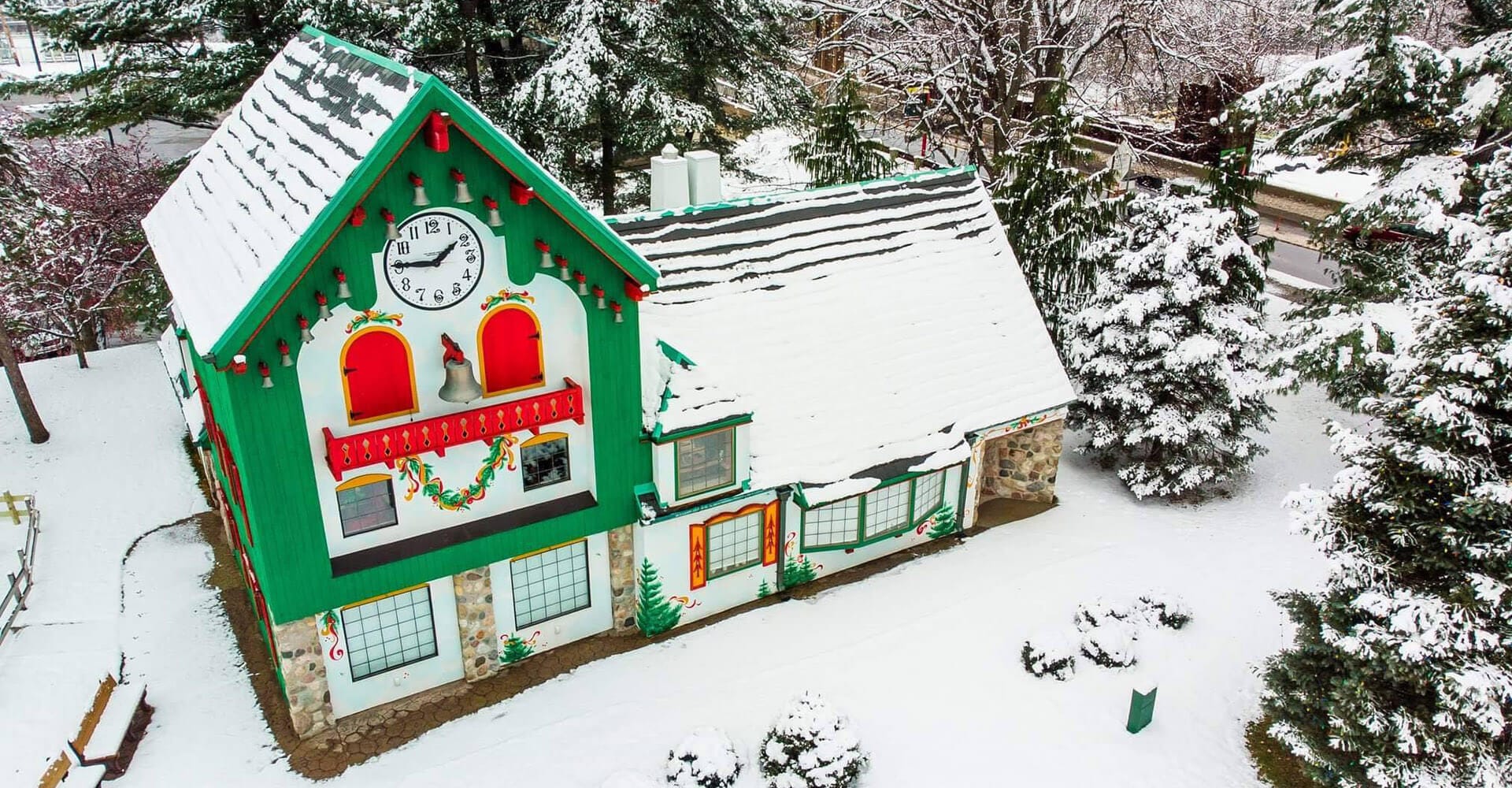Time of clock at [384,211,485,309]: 1:45
